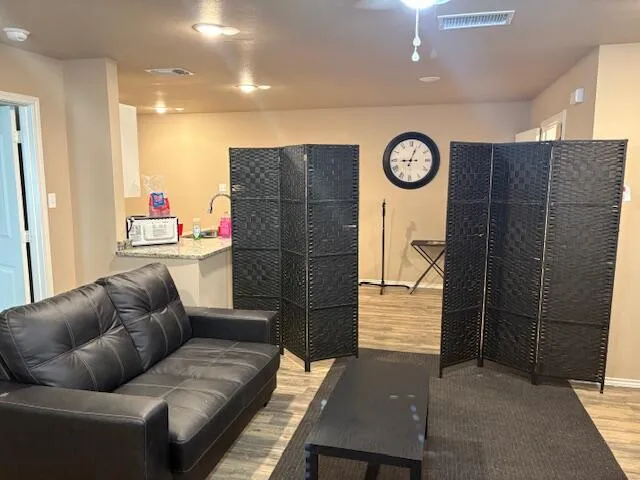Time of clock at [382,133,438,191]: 9:03
